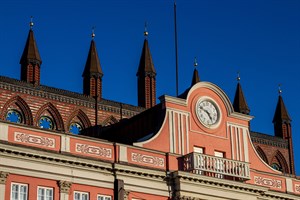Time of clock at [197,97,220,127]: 4:48
